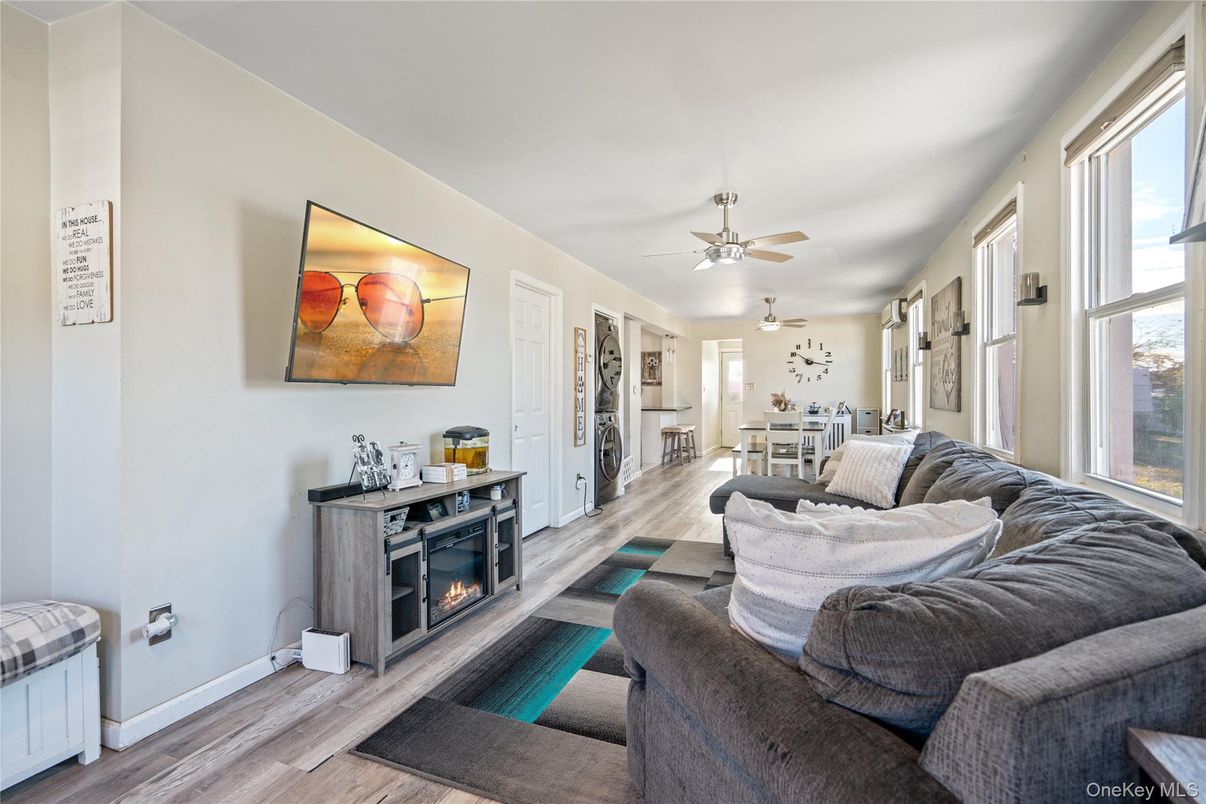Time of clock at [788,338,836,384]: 10:17
